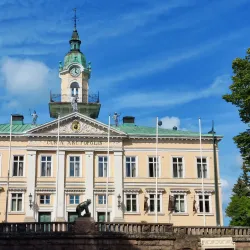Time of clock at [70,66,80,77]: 4:01
